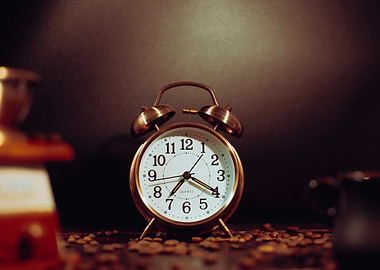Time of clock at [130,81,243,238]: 7:19
